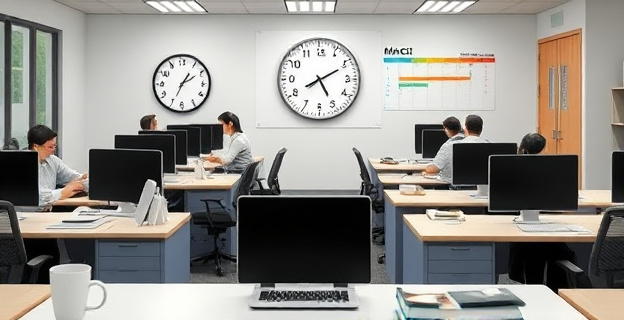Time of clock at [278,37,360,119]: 5:10
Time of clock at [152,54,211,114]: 1:09
